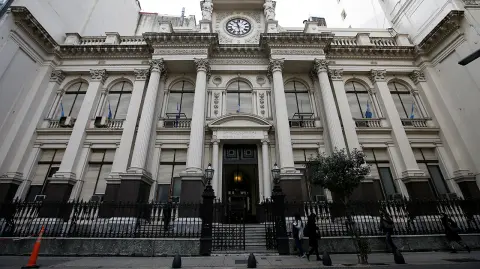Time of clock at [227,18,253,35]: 11:28
